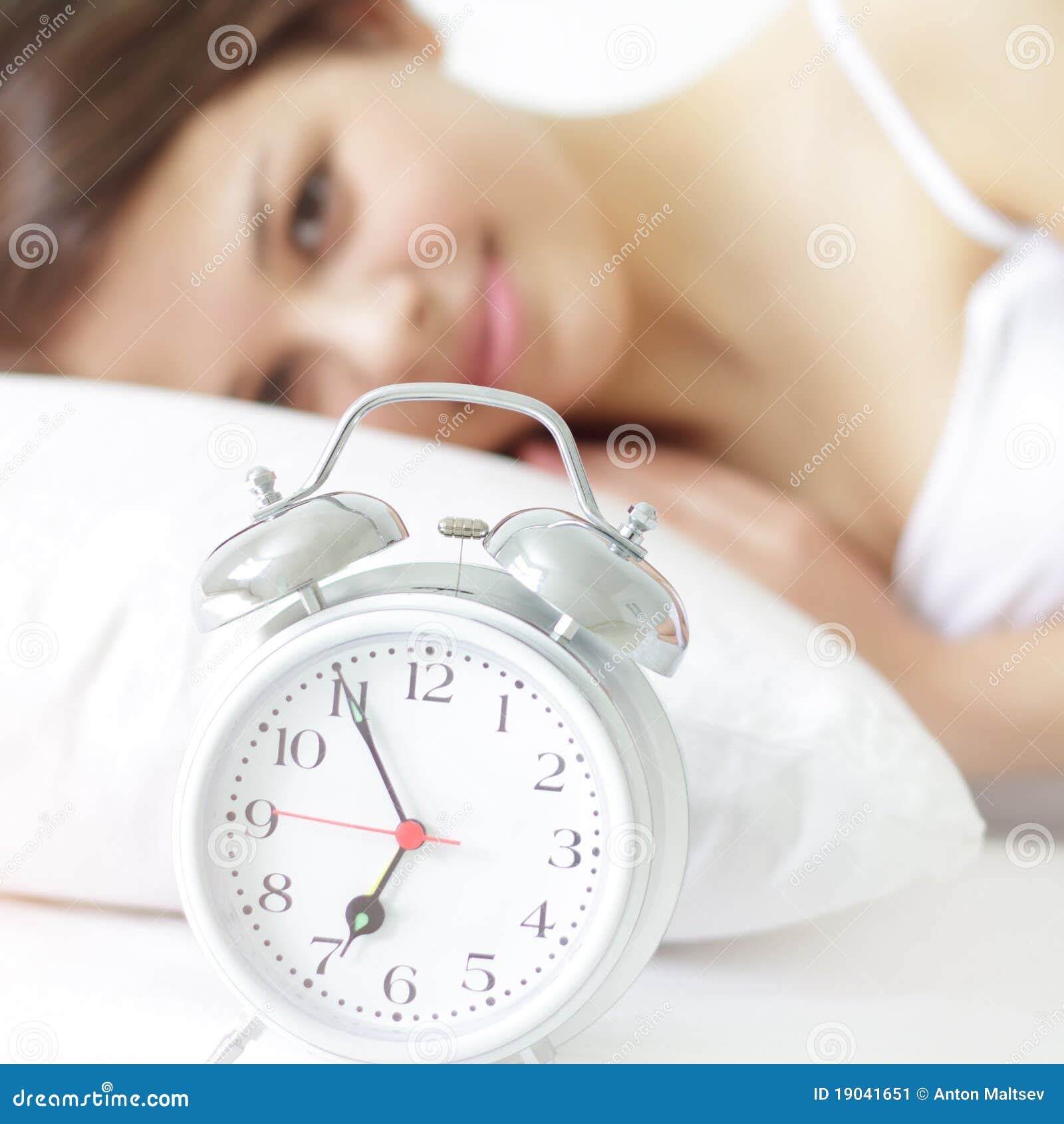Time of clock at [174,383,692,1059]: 6:54
